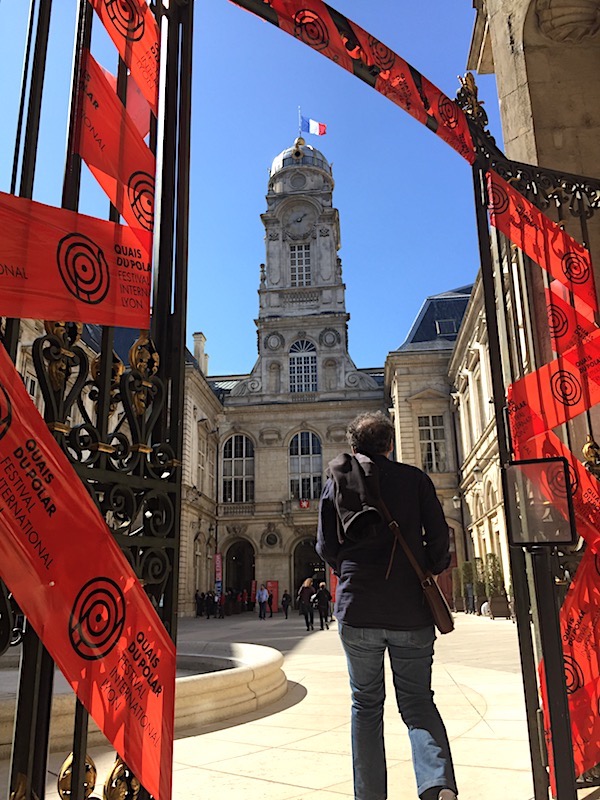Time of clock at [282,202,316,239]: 1:40
